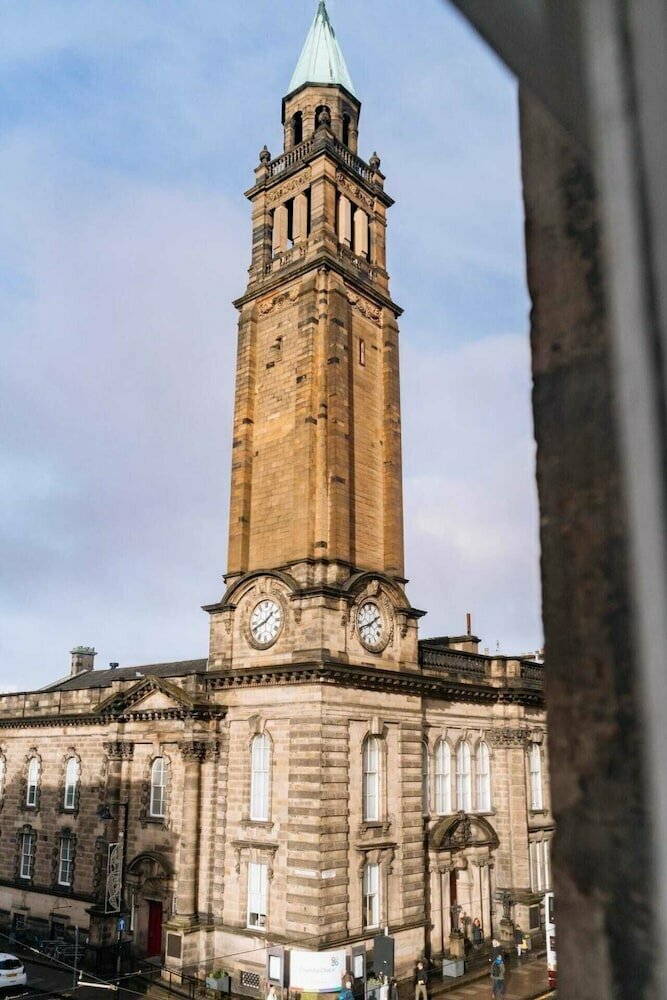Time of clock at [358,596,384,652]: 1:41
